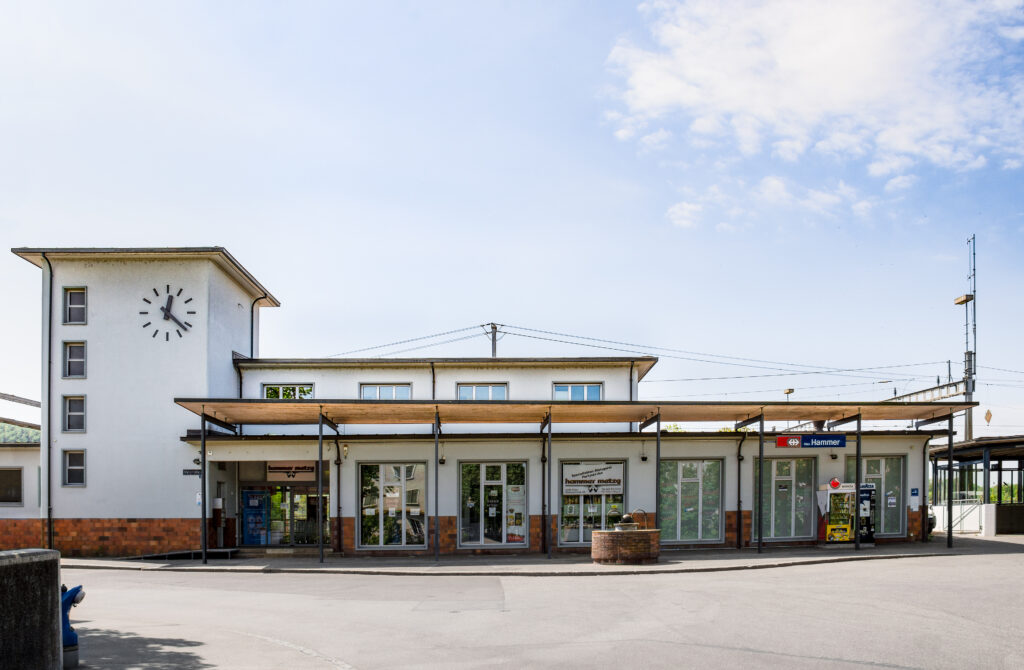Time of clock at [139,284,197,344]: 12:21
